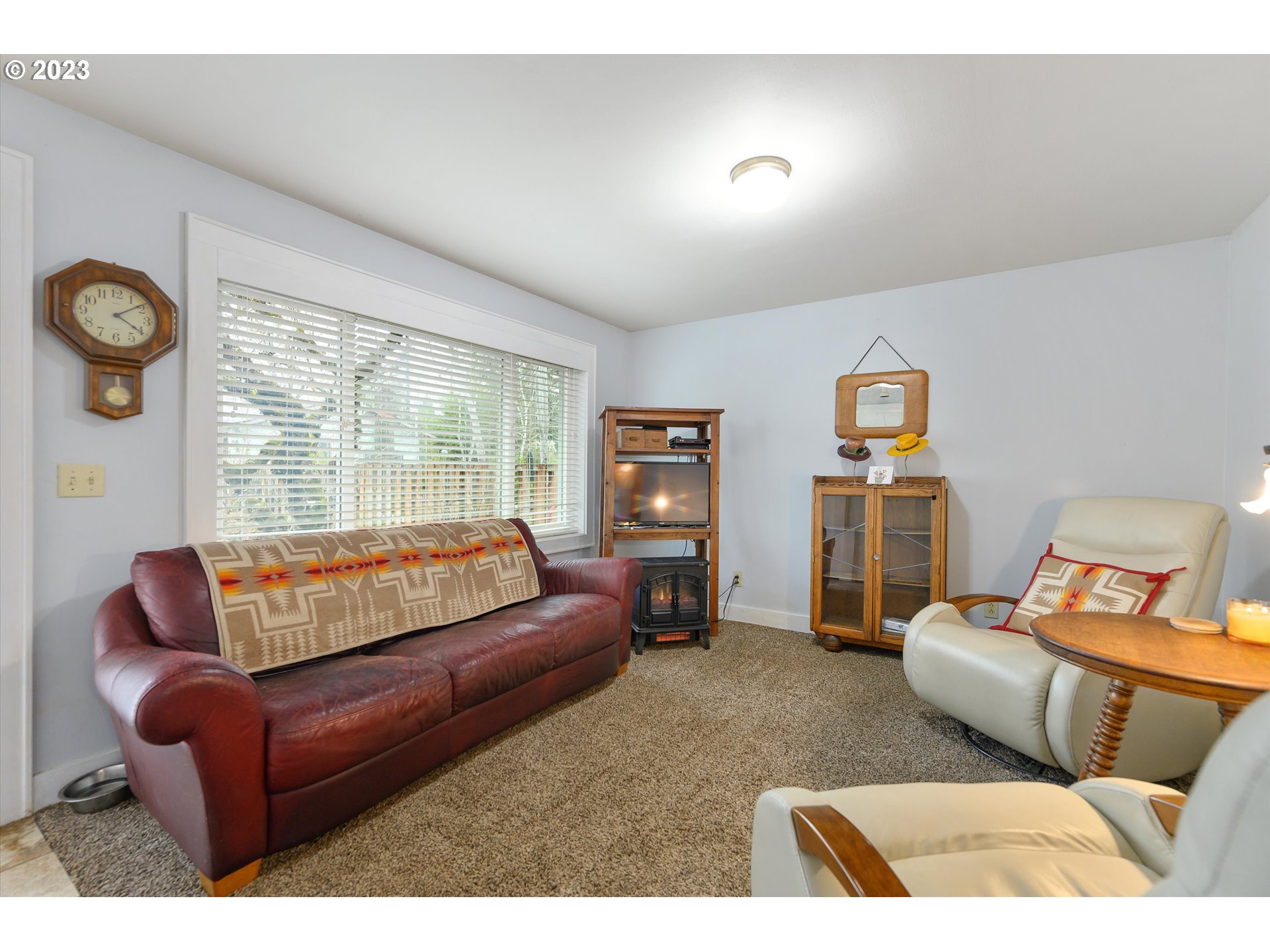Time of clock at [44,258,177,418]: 4:09
